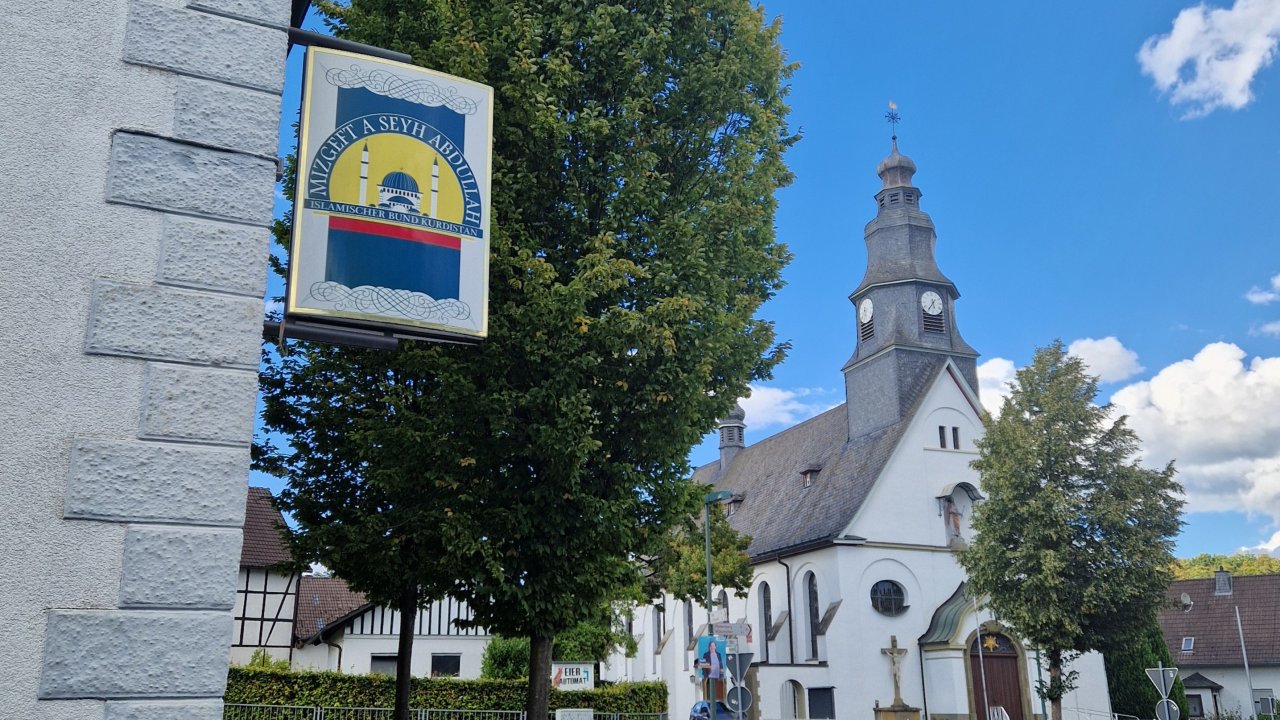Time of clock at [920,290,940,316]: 5:36
